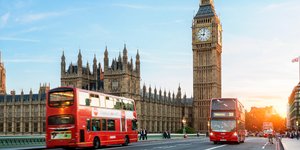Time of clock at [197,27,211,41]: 9:01
